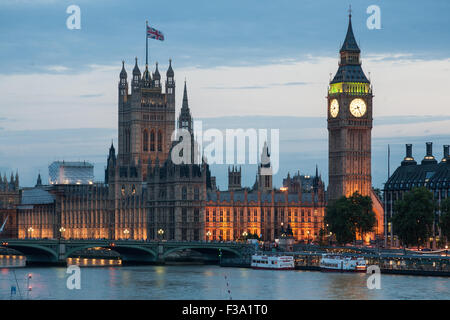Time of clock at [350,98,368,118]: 8:25
